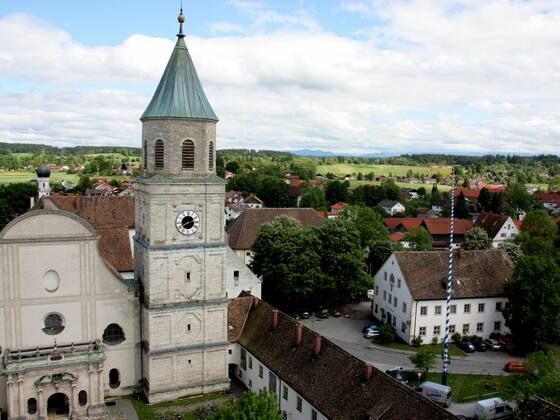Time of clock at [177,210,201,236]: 2:40
